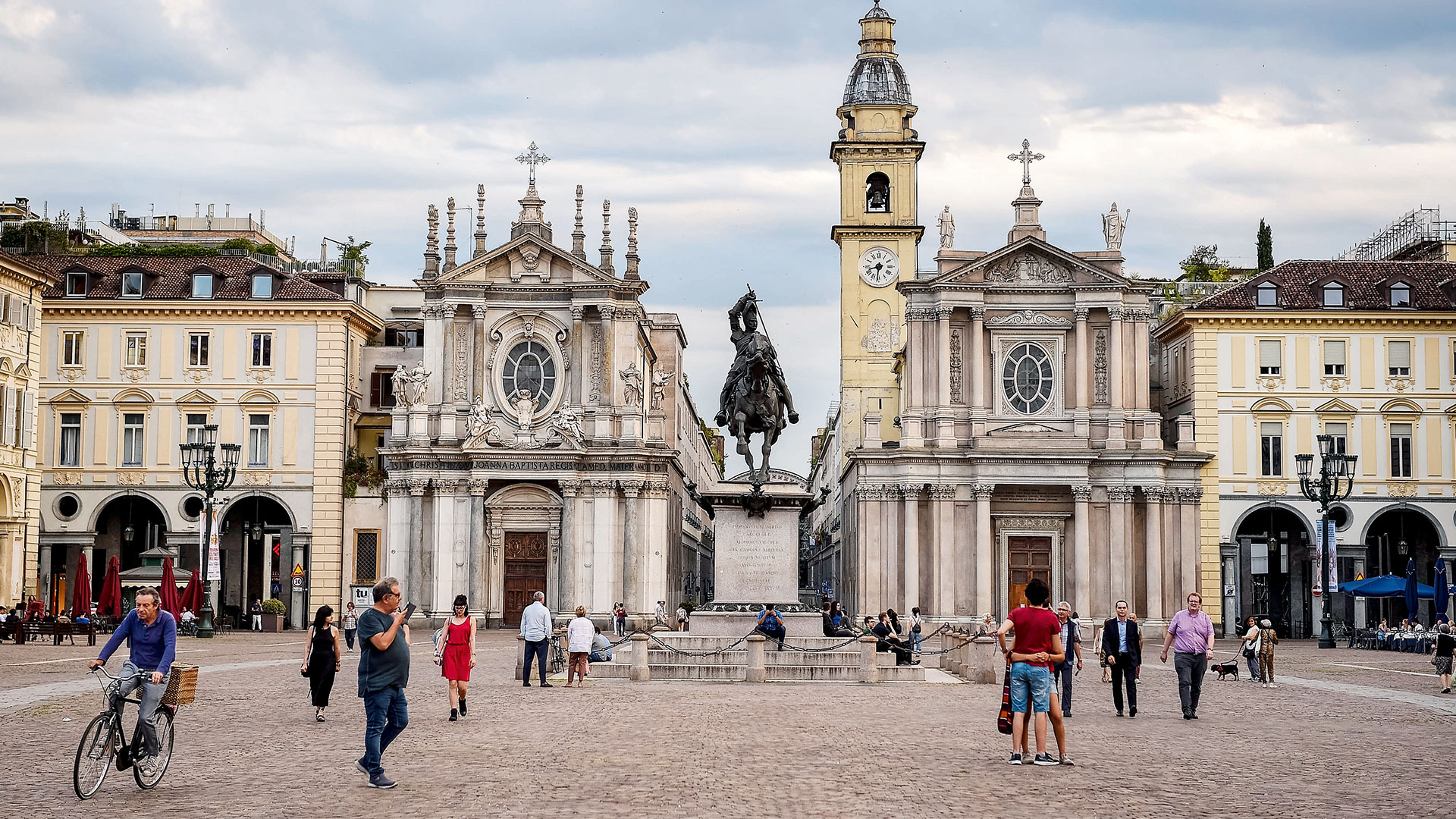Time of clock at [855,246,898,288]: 8:31
